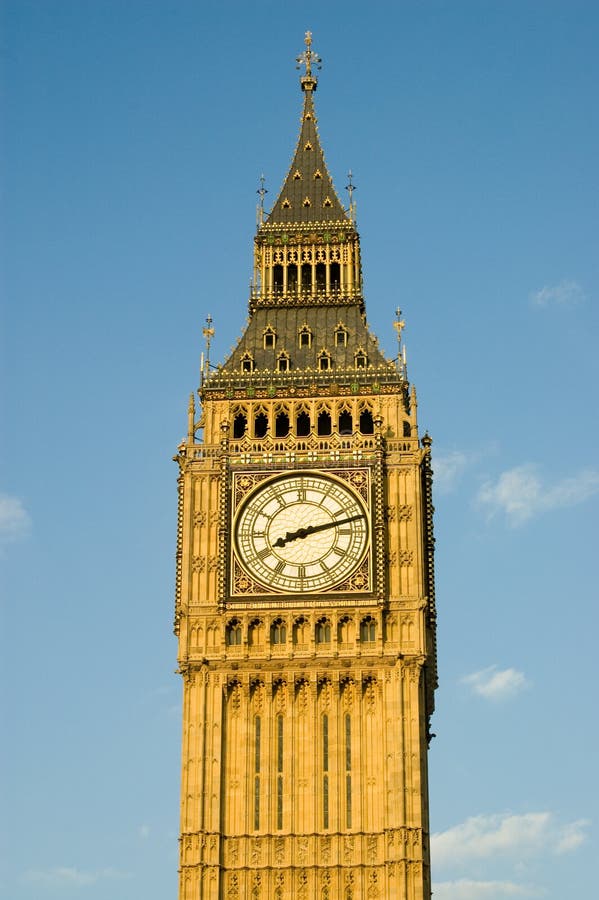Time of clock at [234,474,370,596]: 8:12
